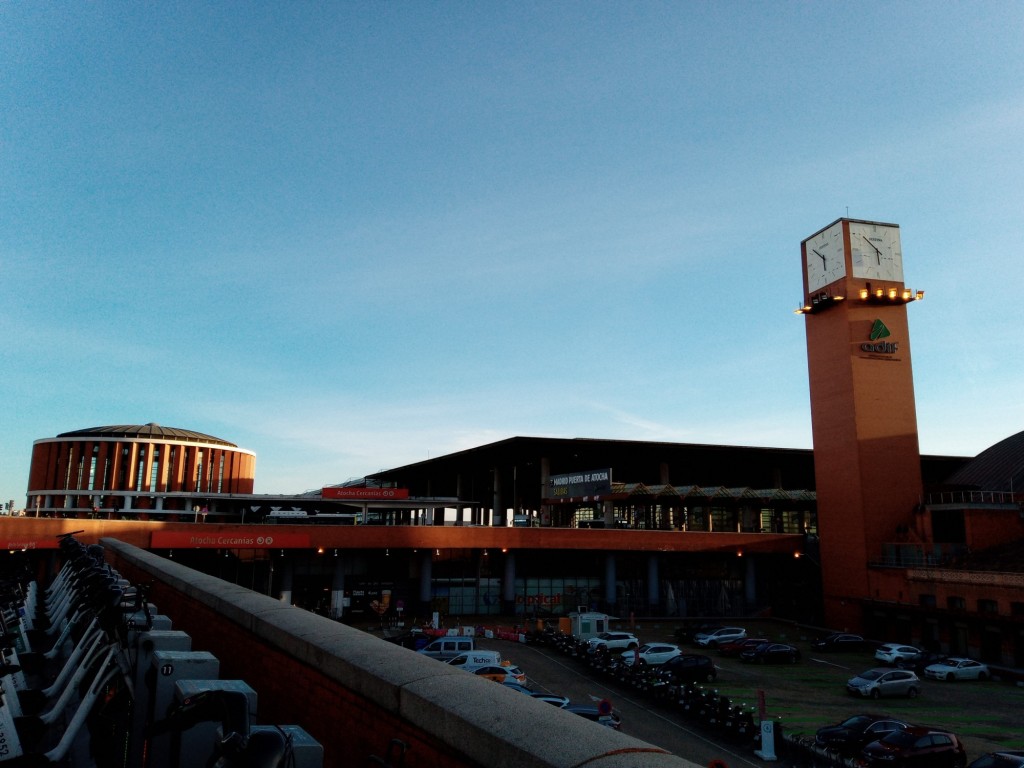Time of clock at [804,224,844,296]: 5:51
